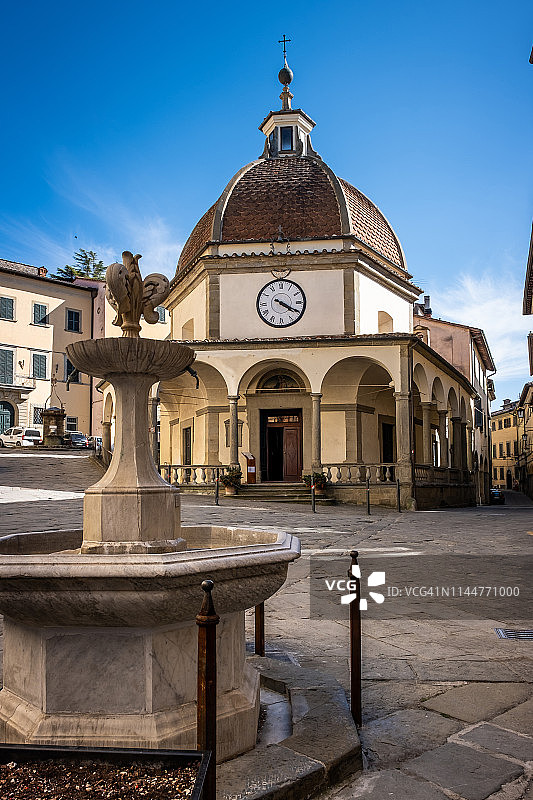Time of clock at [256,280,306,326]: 4:19
